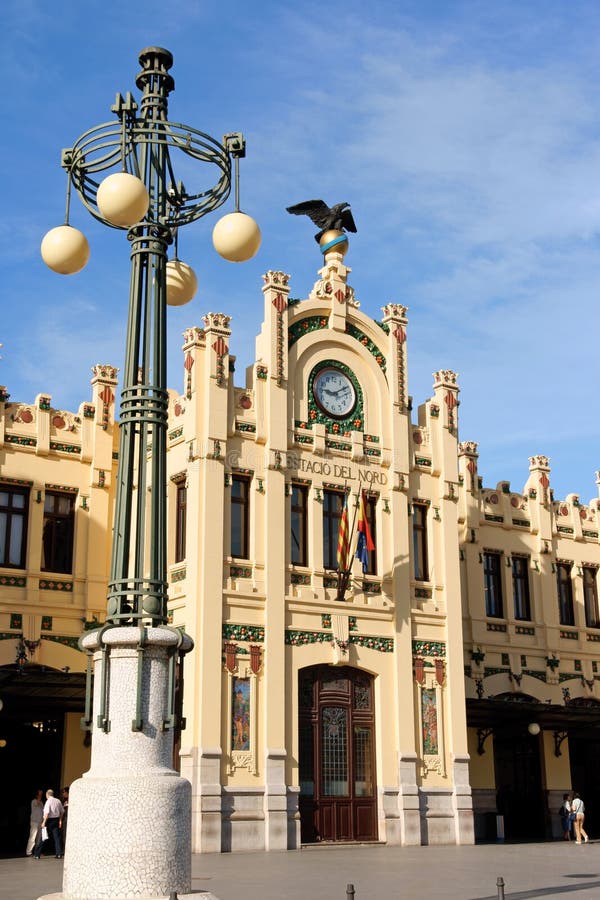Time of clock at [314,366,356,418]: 9:10
